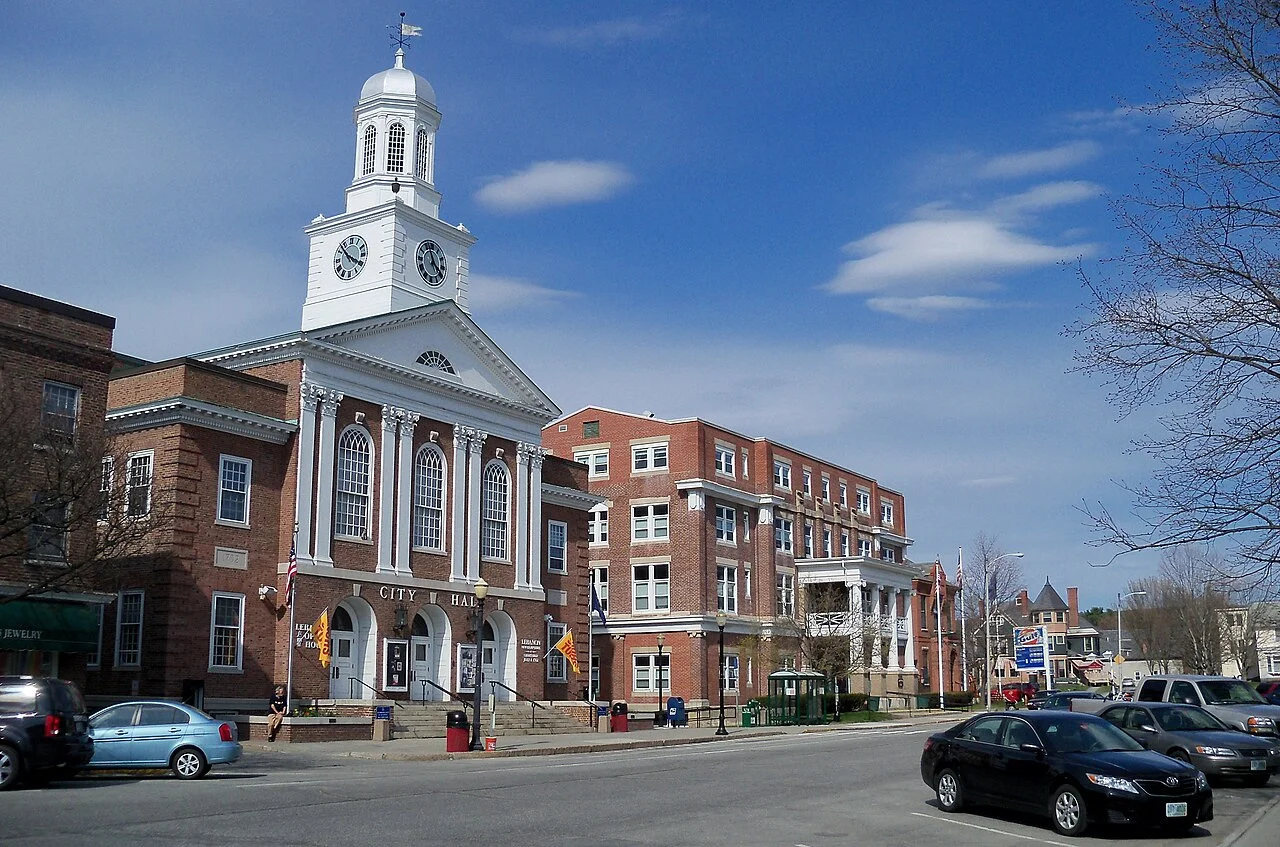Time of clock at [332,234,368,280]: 3:52
